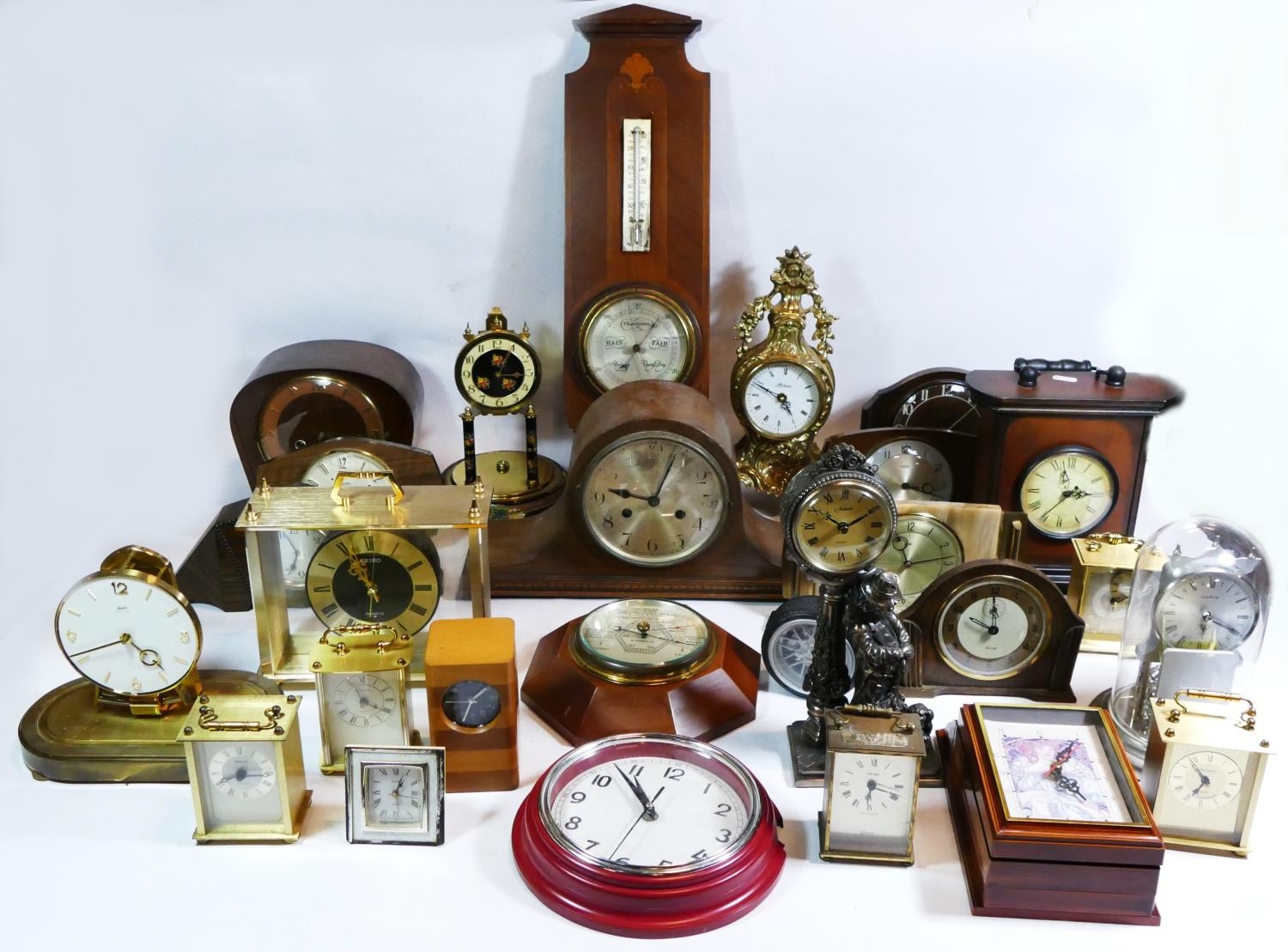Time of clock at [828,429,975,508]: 10:09
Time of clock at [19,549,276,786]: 4:40
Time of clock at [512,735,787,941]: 10:52
